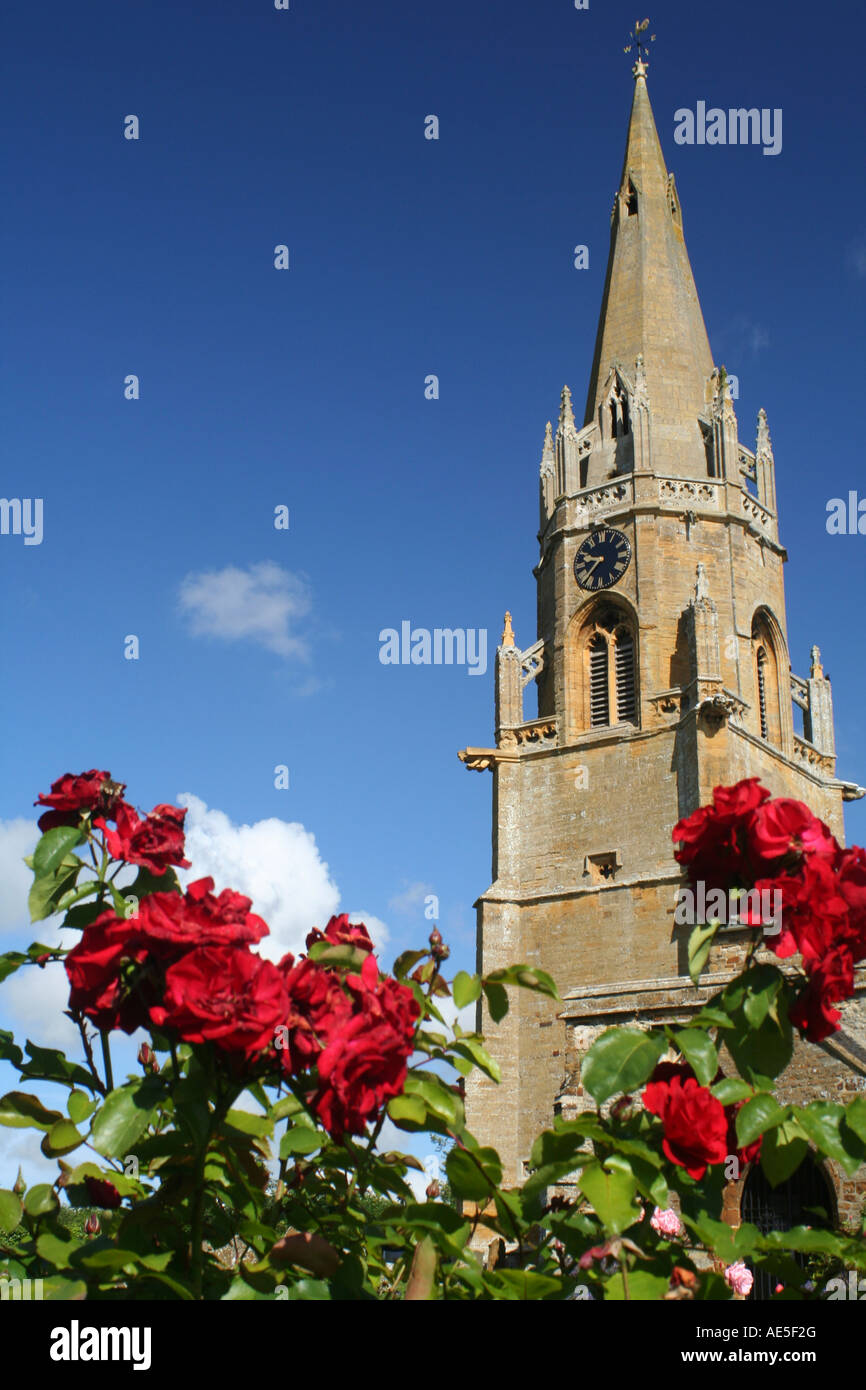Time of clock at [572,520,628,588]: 9:36
